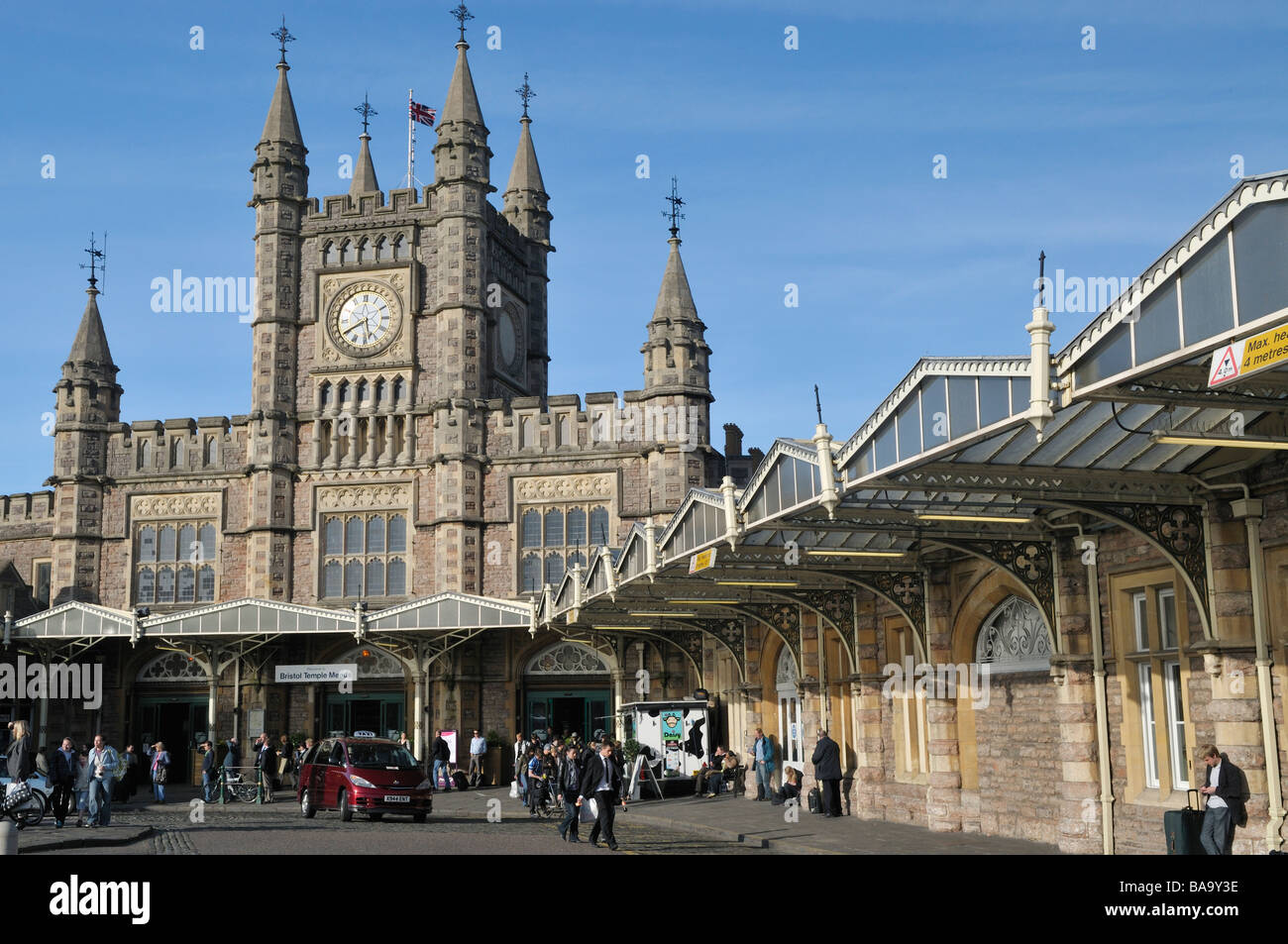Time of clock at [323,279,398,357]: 5:40
